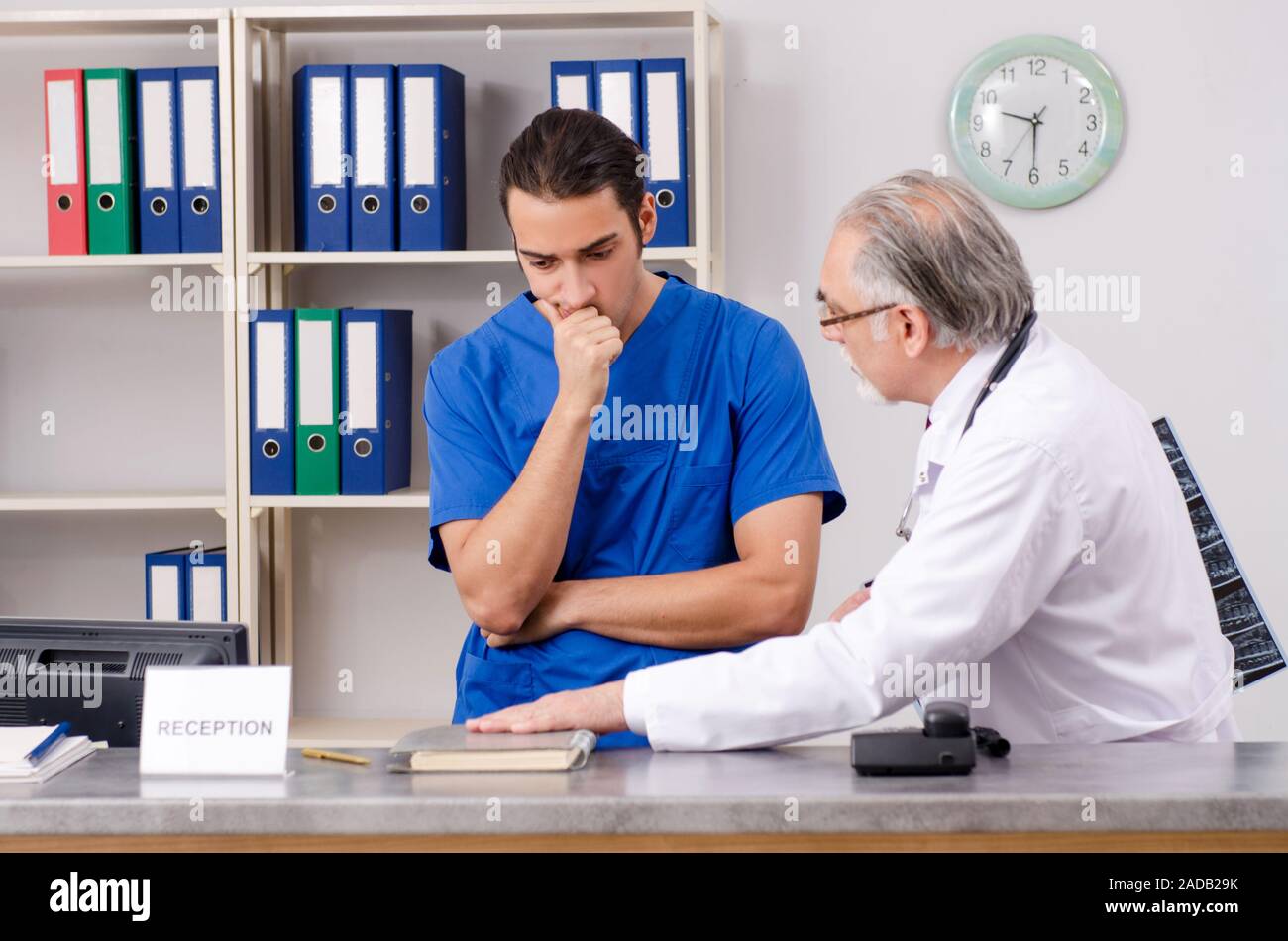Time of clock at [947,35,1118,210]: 9:30
